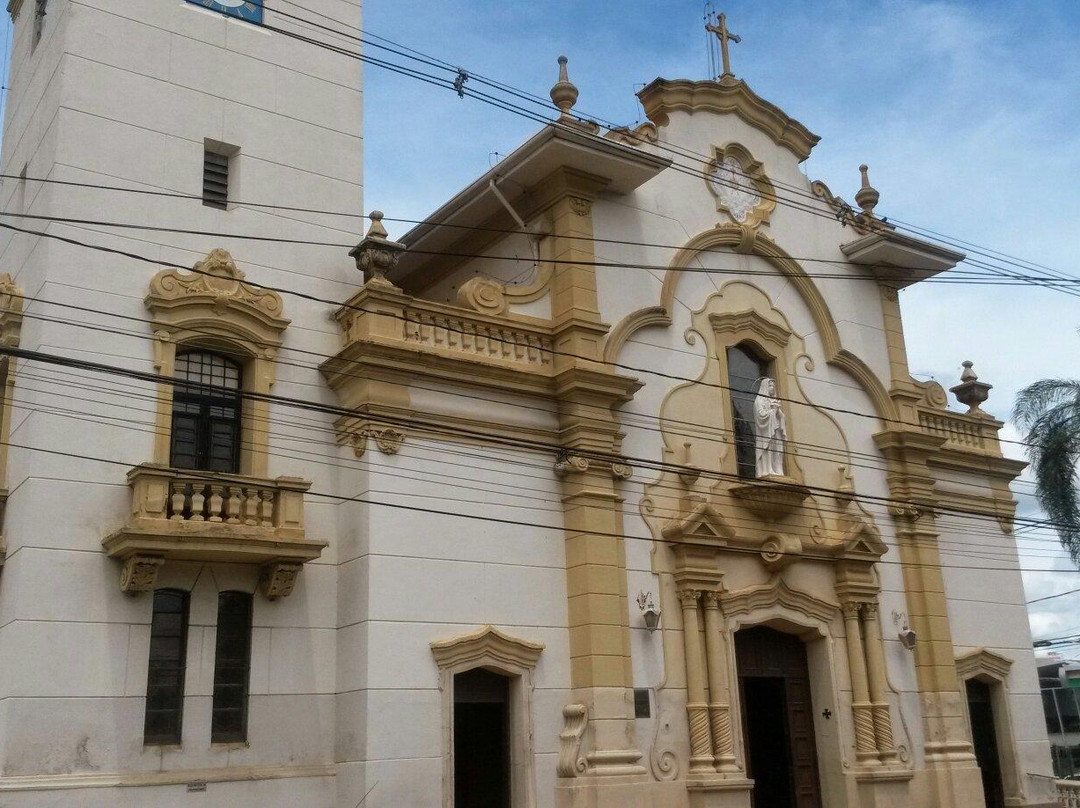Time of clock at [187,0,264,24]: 3:48
